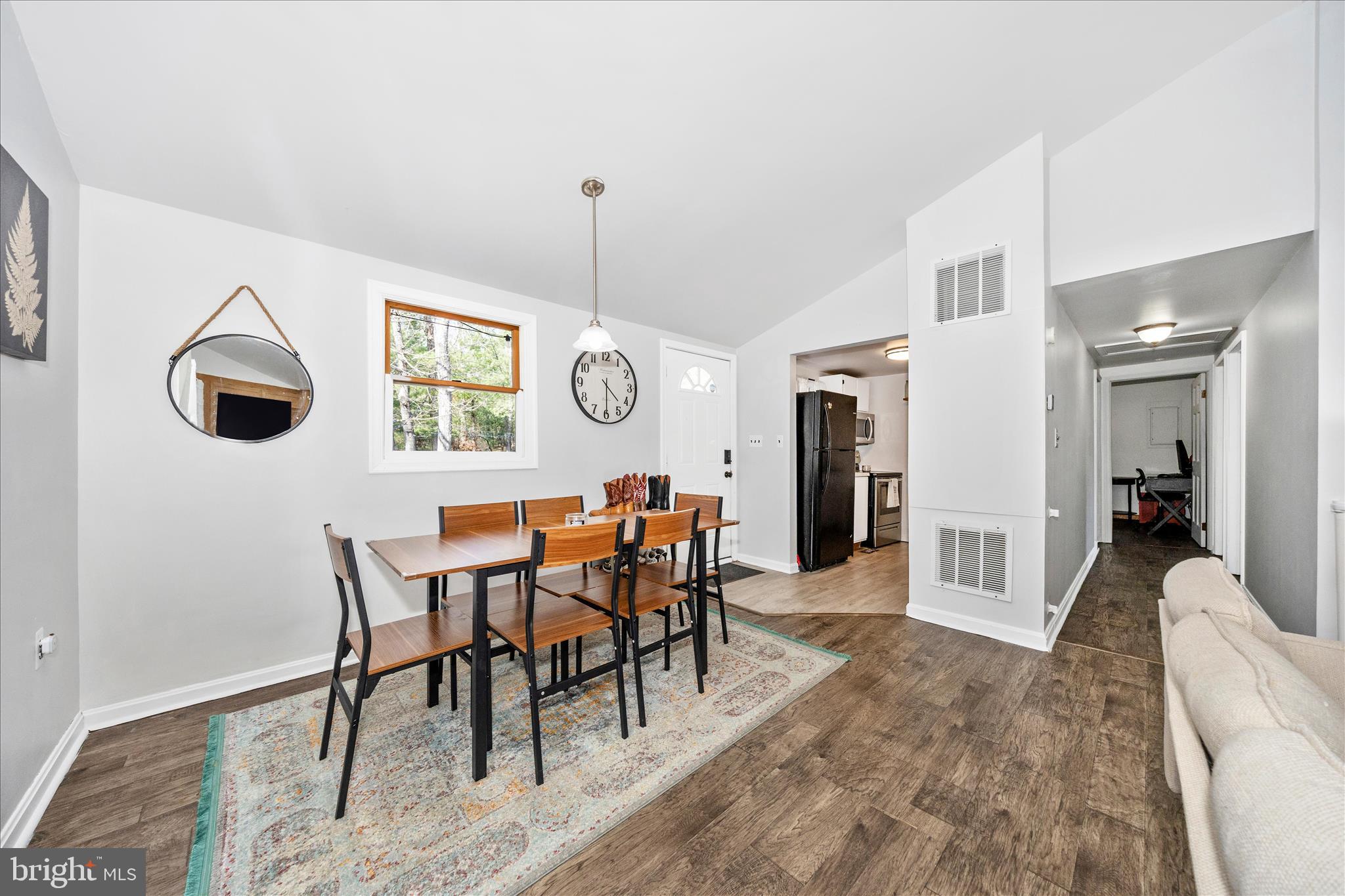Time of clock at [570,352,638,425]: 4:29
